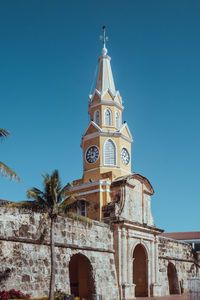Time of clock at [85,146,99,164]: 9:01
